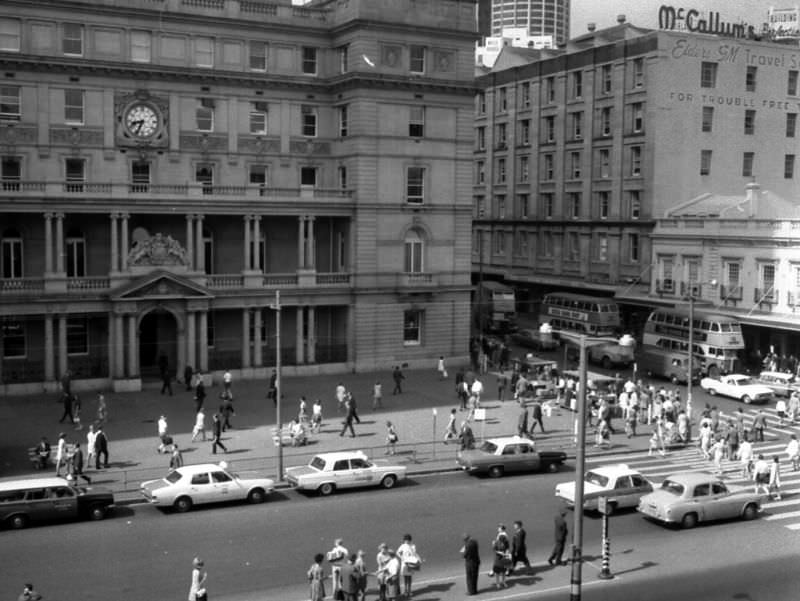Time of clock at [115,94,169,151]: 8:34
